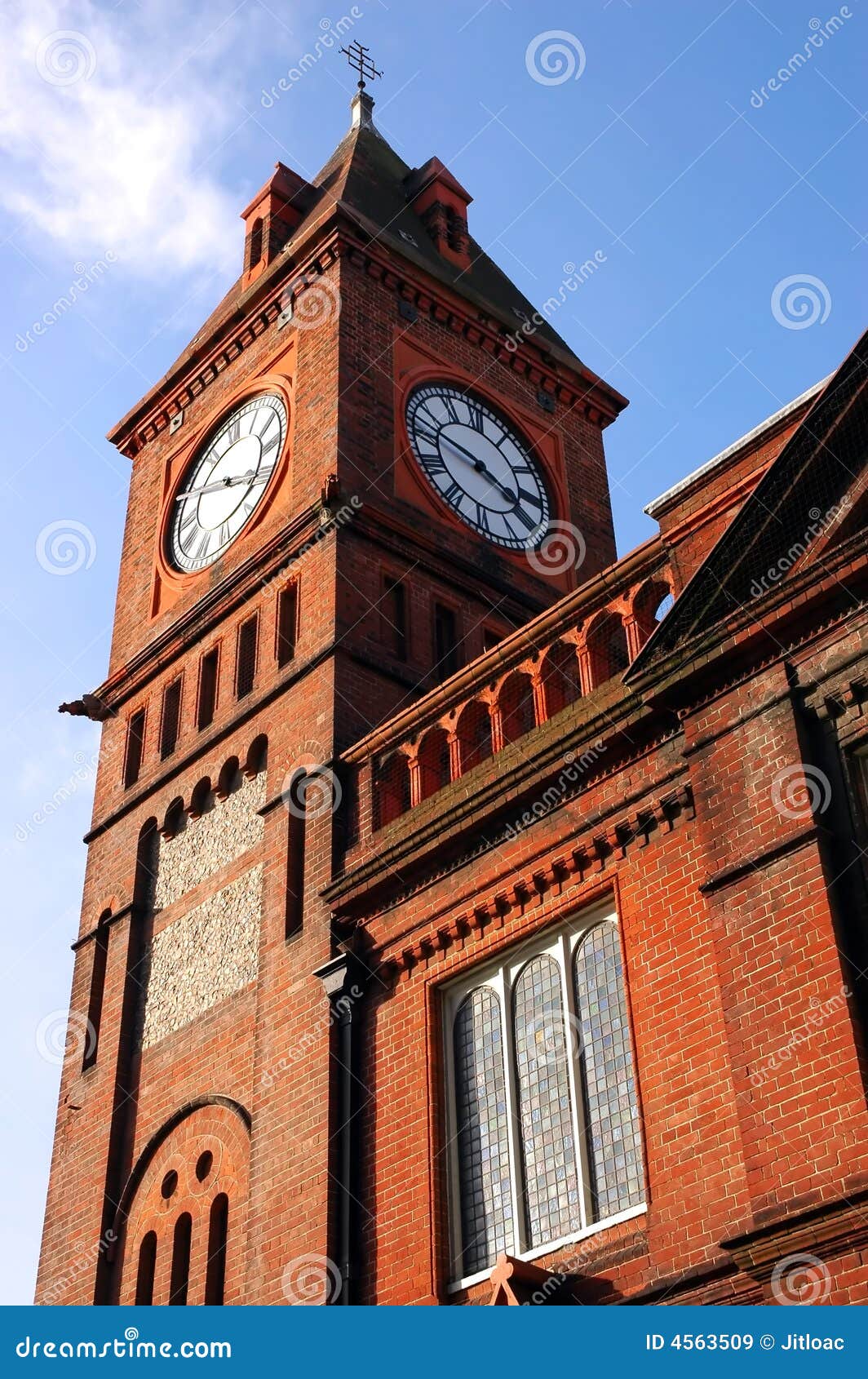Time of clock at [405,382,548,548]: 3:47
